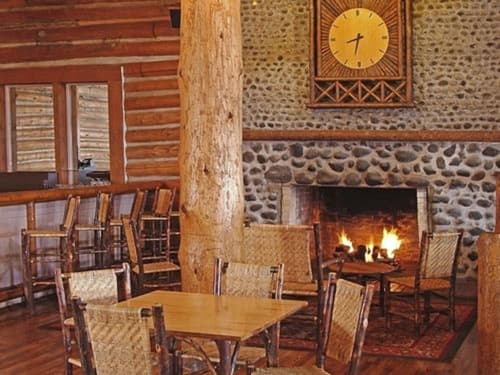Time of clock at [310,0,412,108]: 8:32
